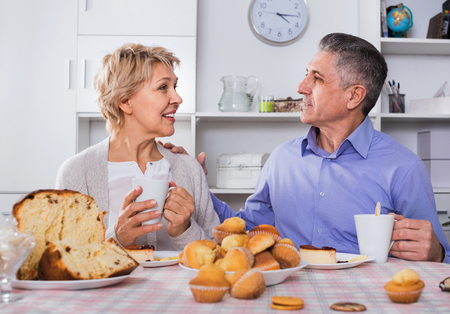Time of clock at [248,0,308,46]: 4:15
